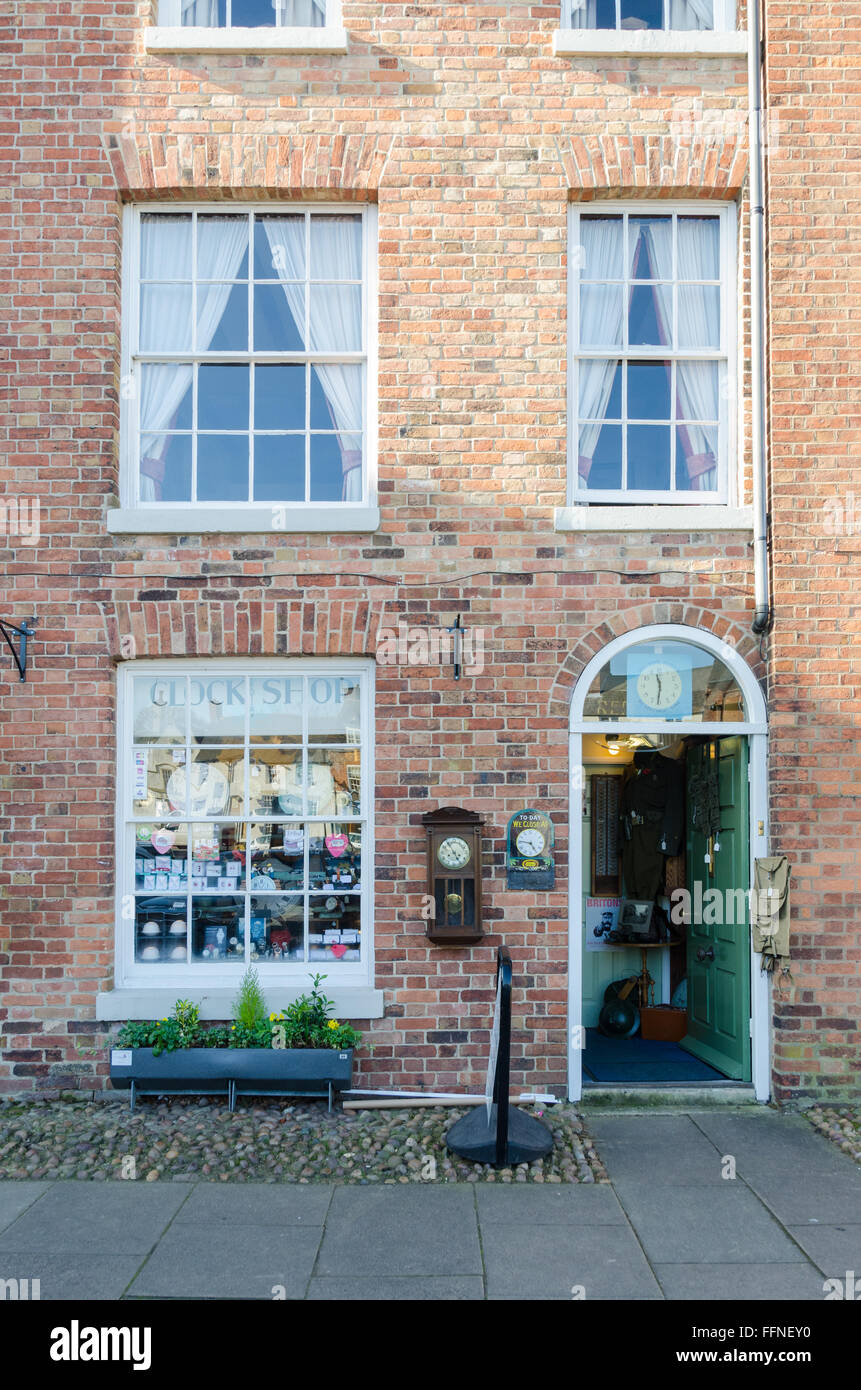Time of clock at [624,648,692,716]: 11:31
